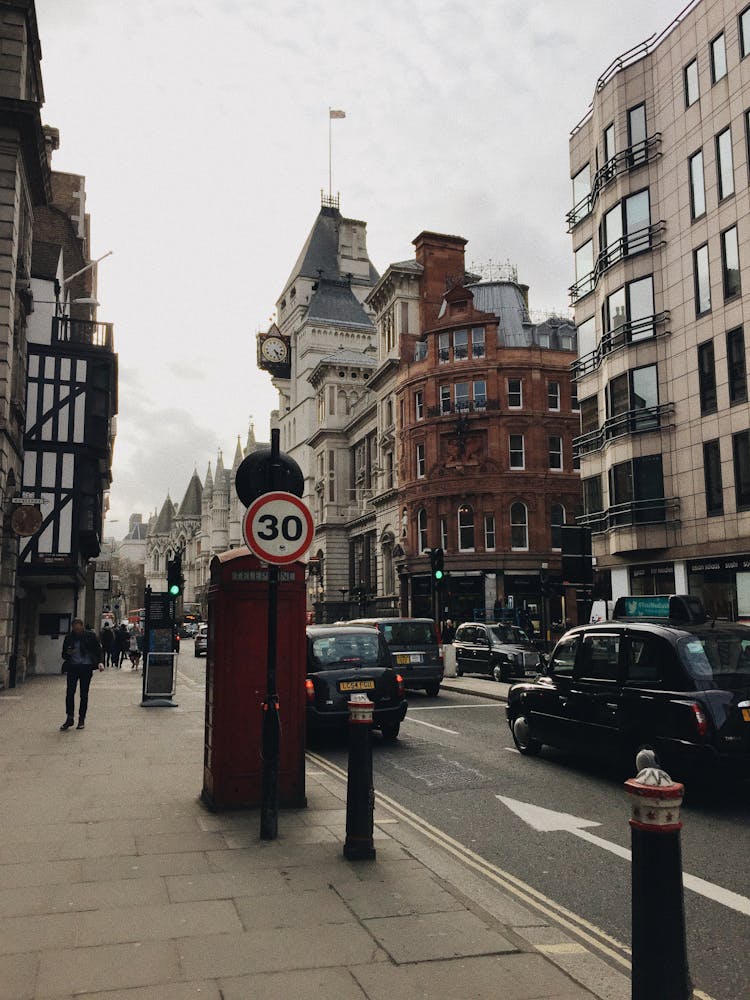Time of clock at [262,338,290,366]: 4:25
